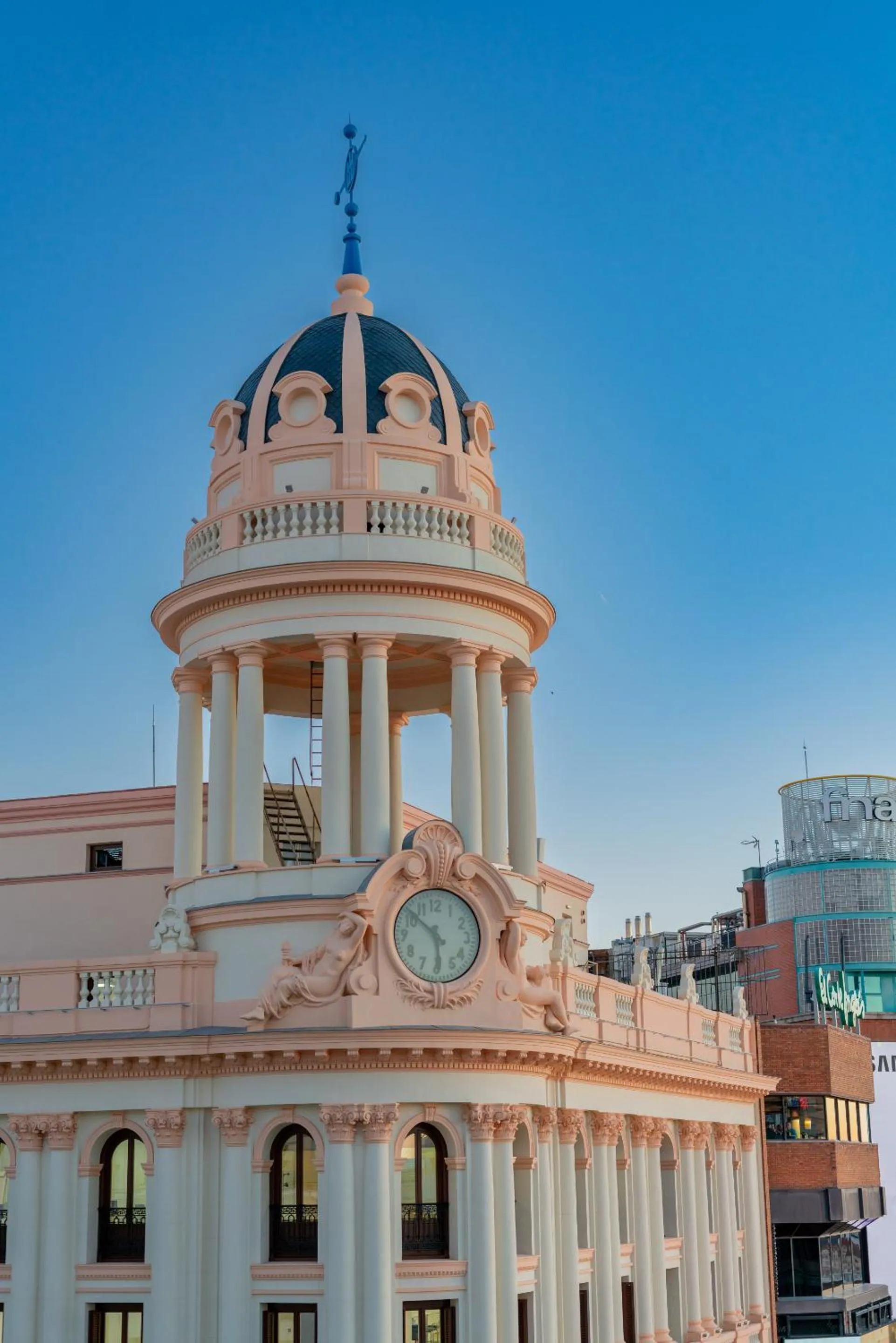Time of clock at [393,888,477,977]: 5:51
